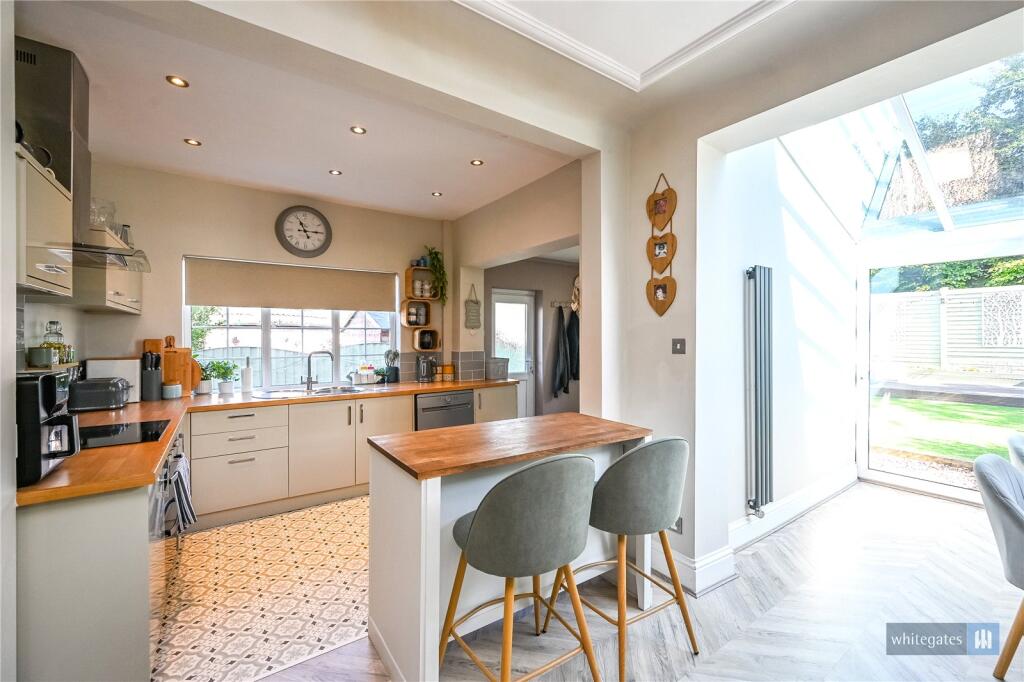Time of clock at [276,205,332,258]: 11:14
